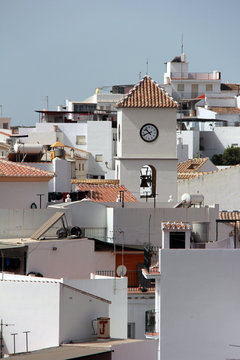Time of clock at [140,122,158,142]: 10:41
